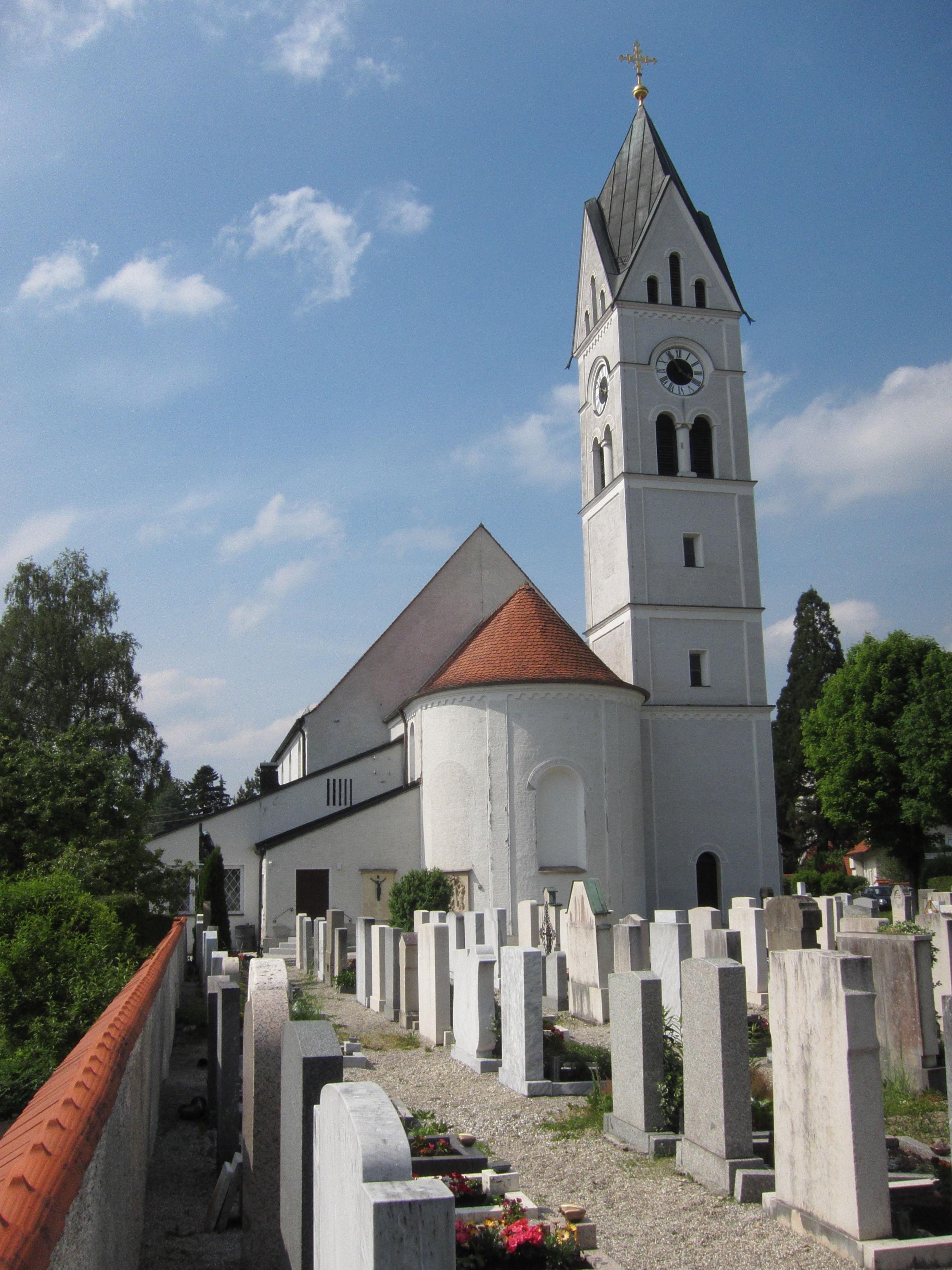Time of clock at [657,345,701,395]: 3:55
